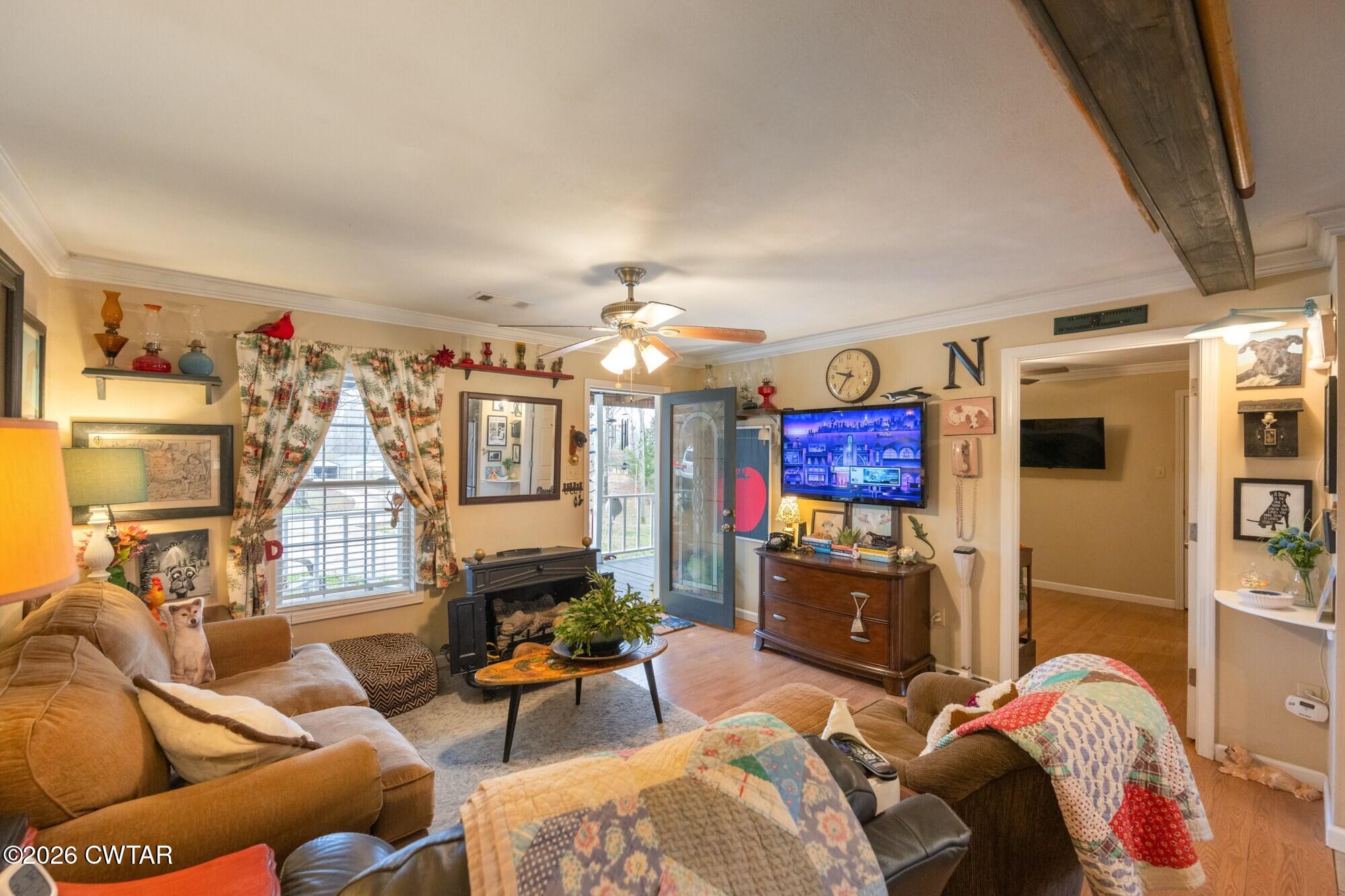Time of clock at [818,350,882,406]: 9:35
